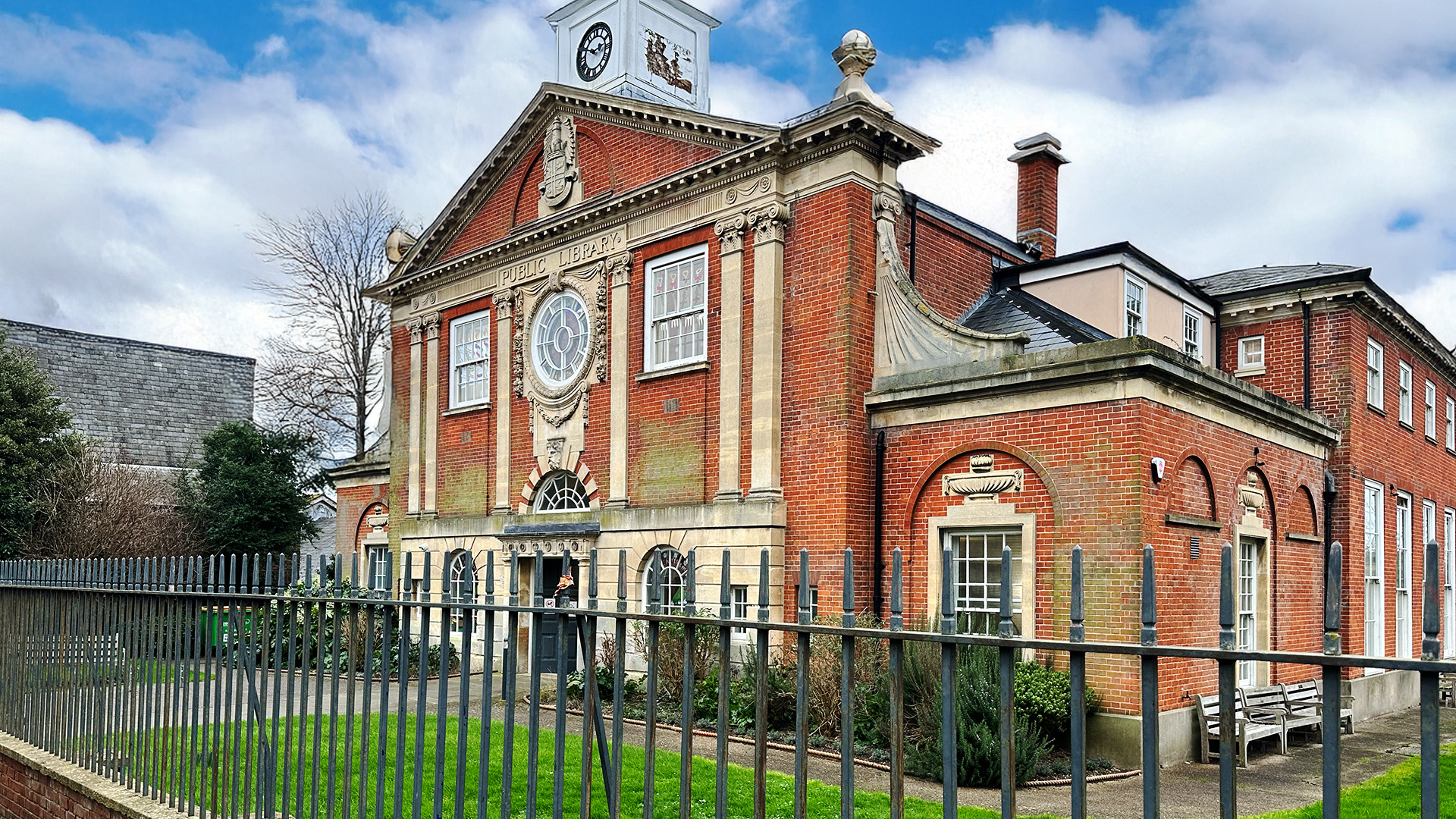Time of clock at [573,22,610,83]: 2:48
